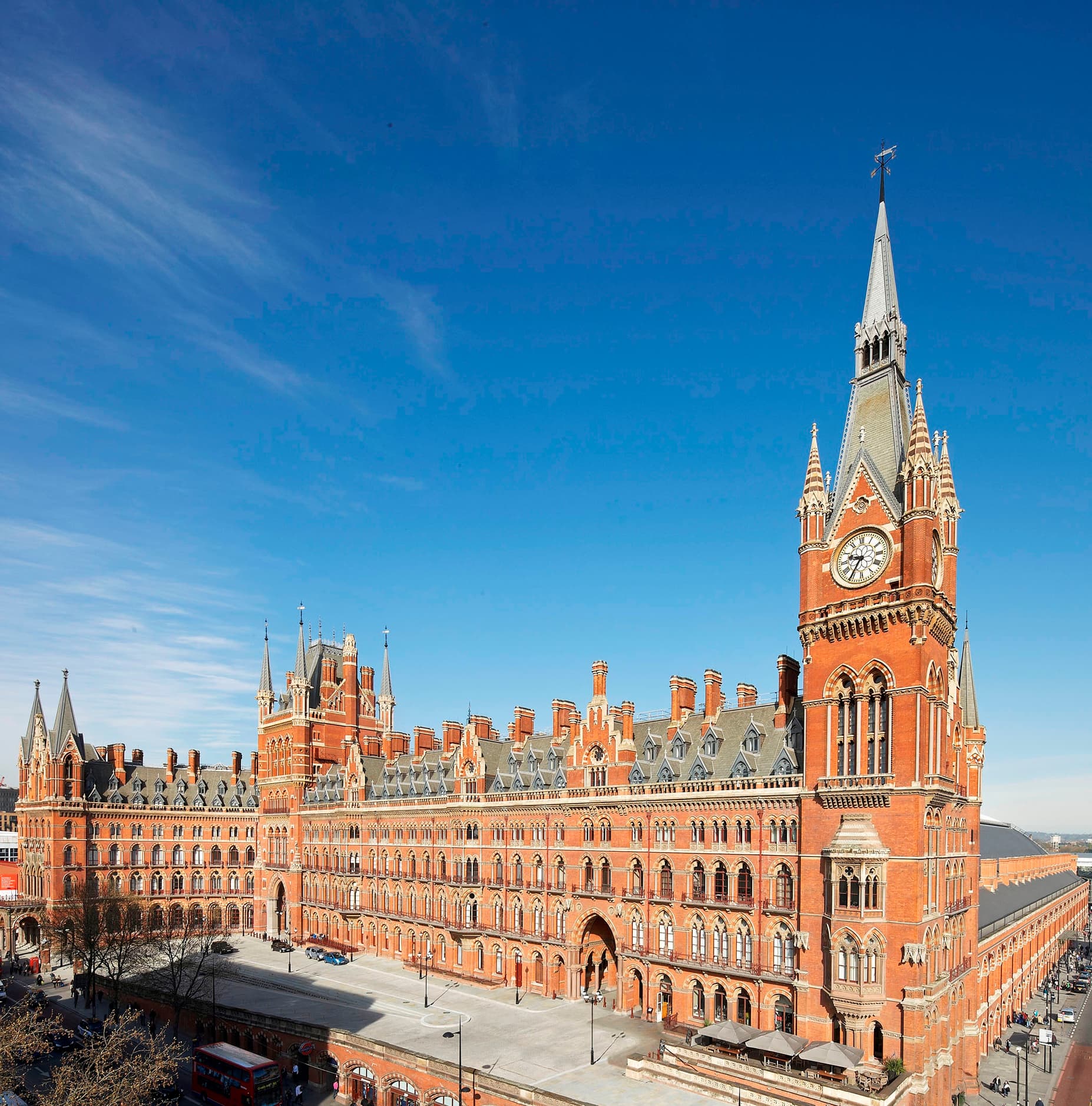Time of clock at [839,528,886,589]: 9:35
